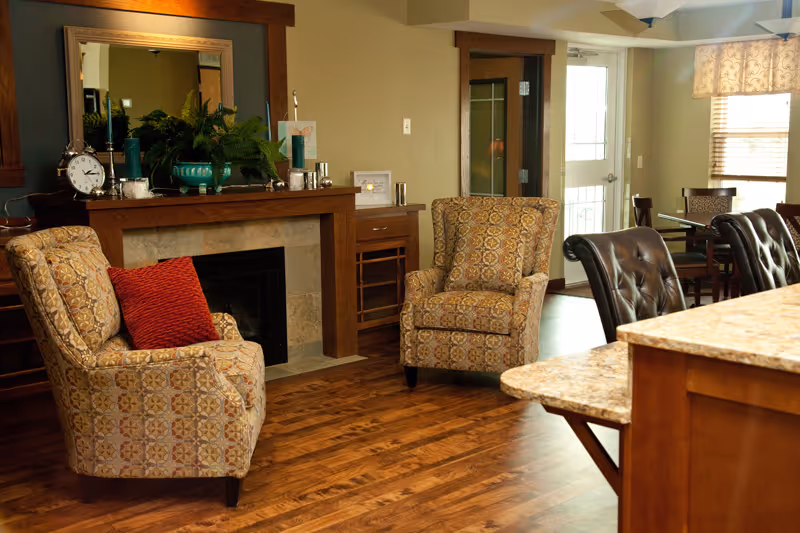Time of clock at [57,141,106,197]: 2:15
